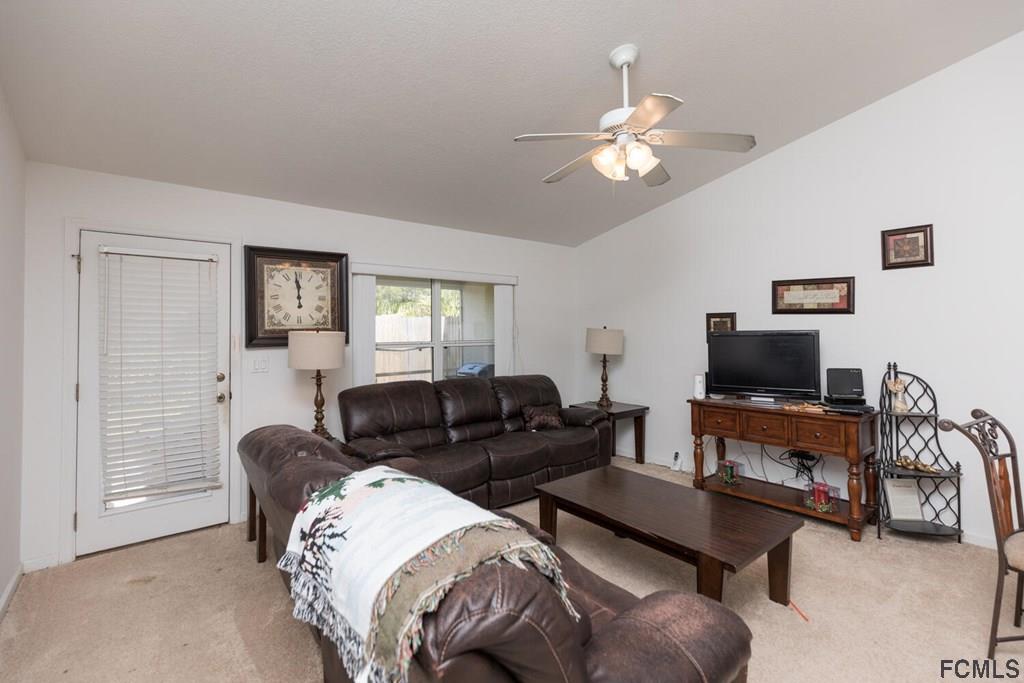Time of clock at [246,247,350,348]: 11:58
